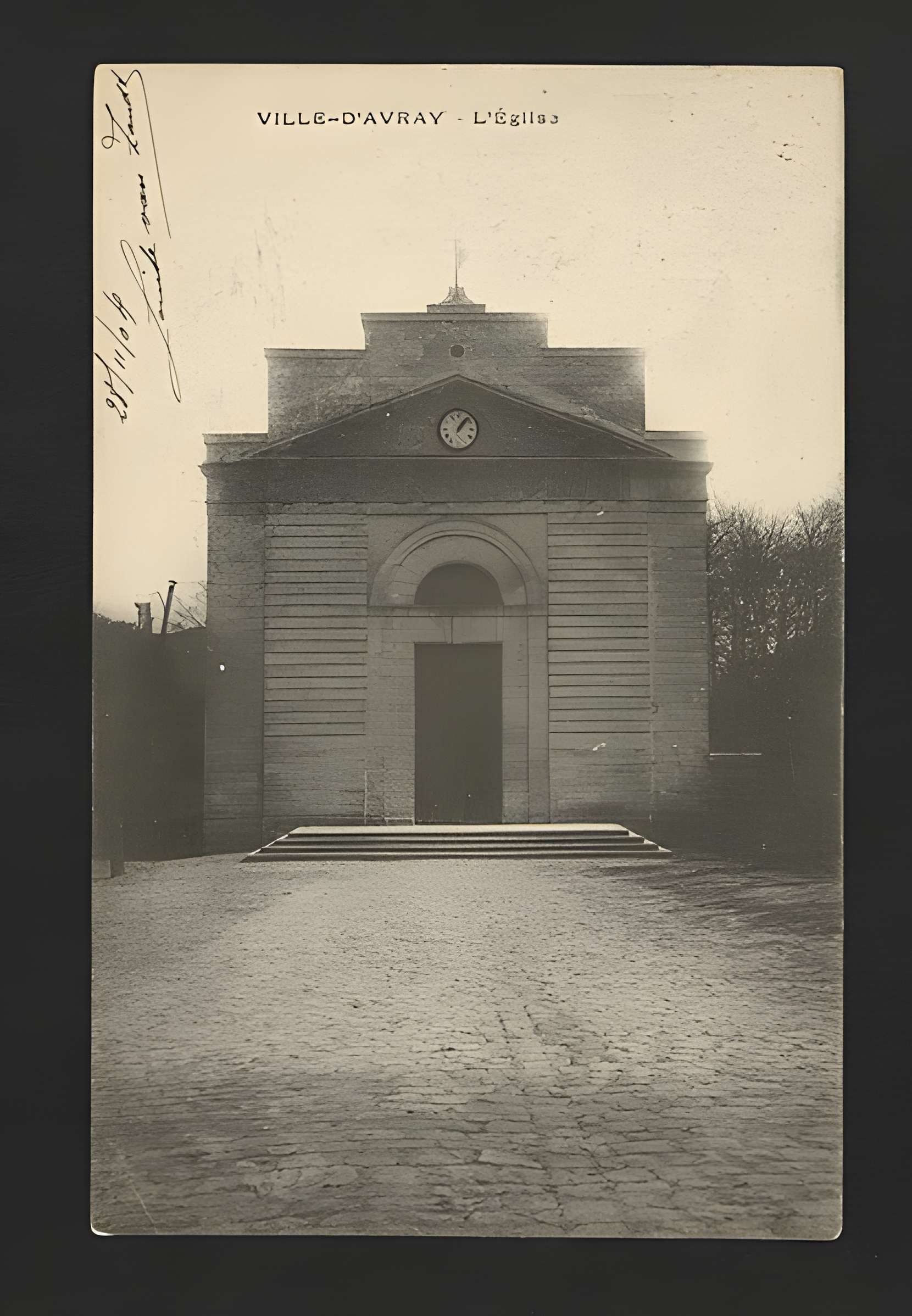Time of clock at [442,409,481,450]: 1:06
